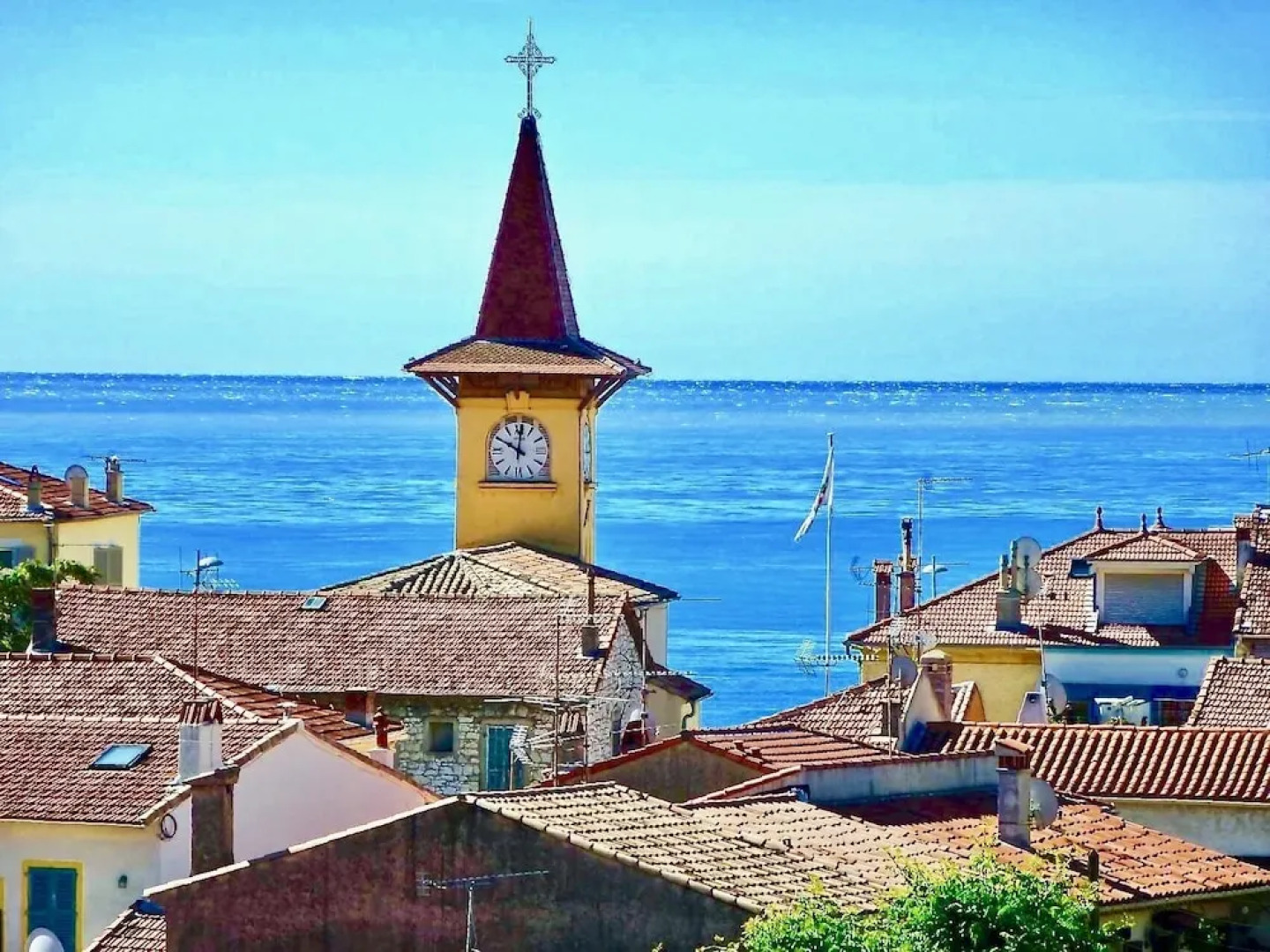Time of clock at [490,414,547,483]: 10:00
